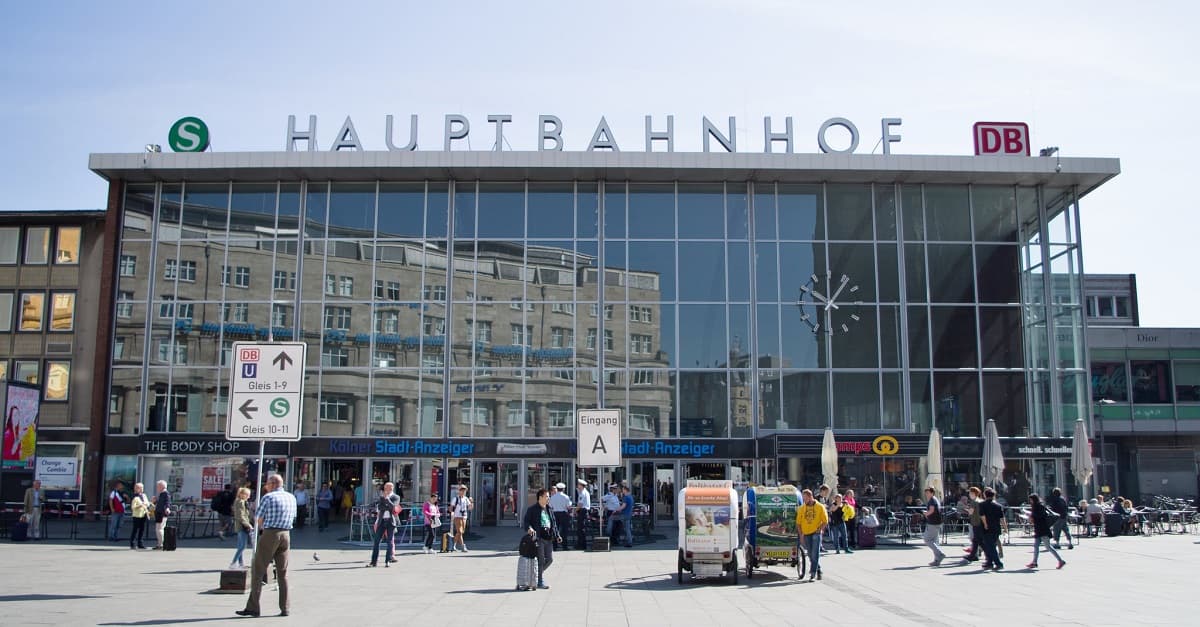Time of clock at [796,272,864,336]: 10:06
